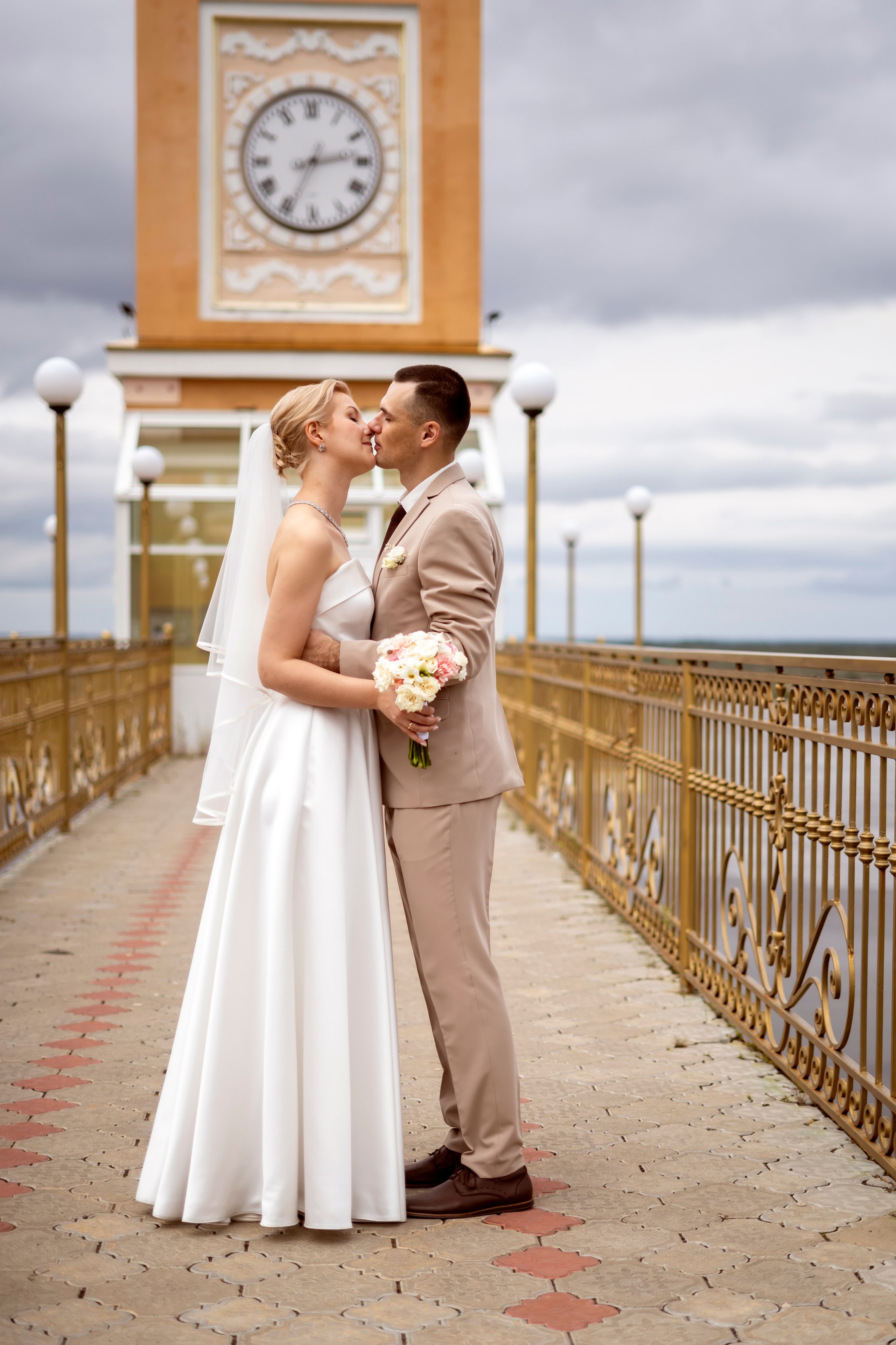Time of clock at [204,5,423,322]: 2:34
